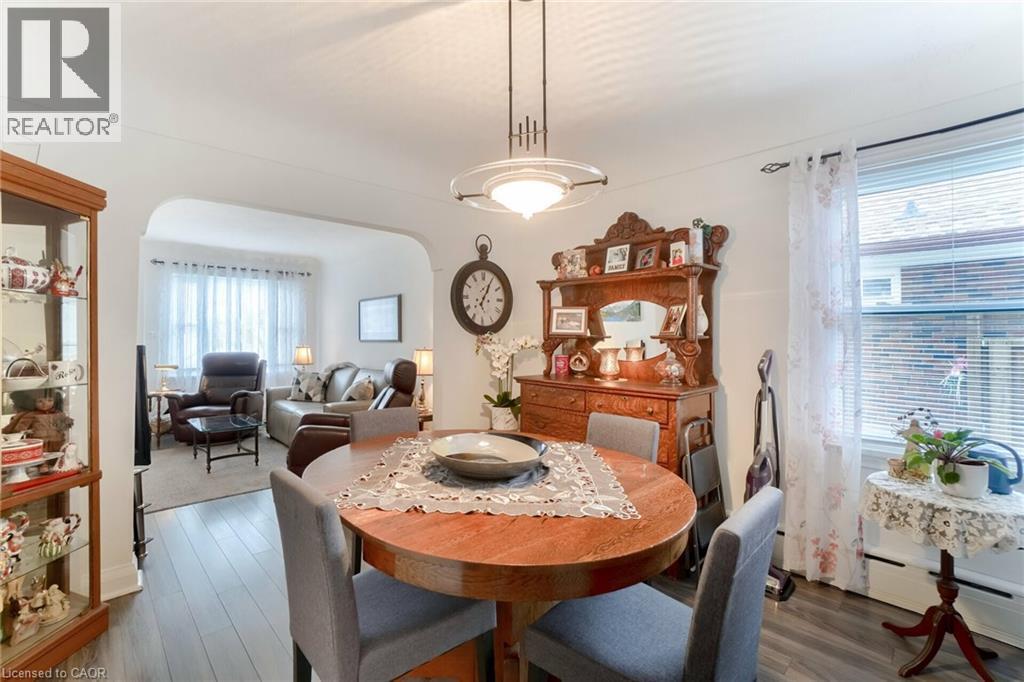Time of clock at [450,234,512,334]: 1:04
